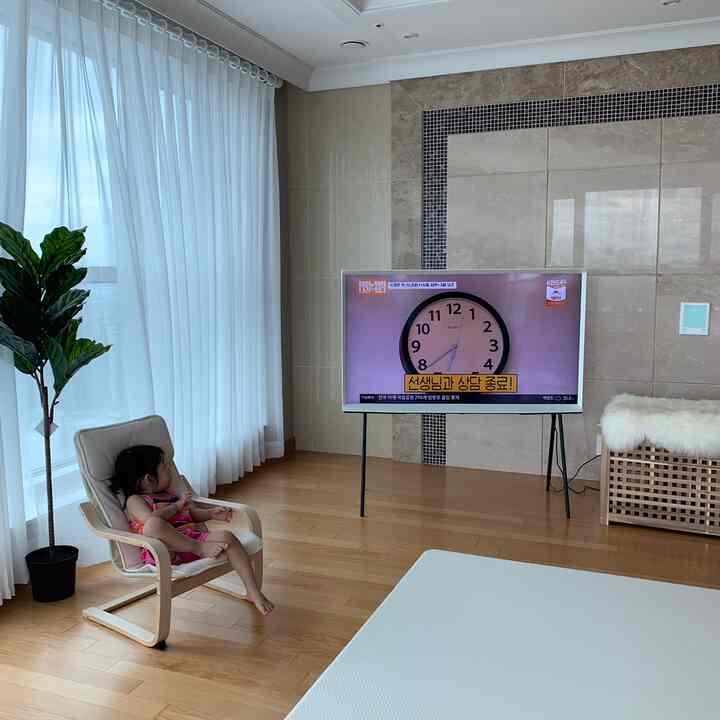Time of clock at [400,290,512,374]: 6:38
